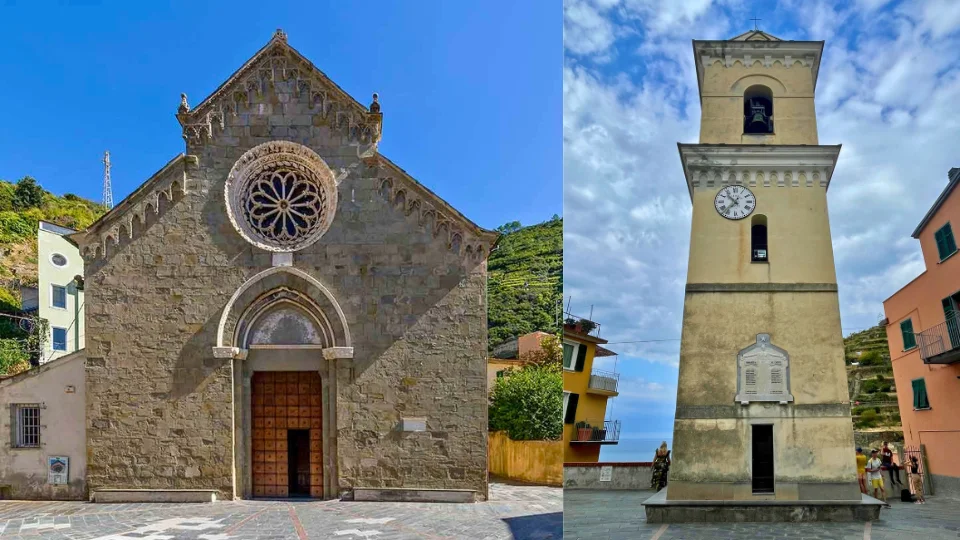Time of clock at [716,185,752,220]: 10:37
